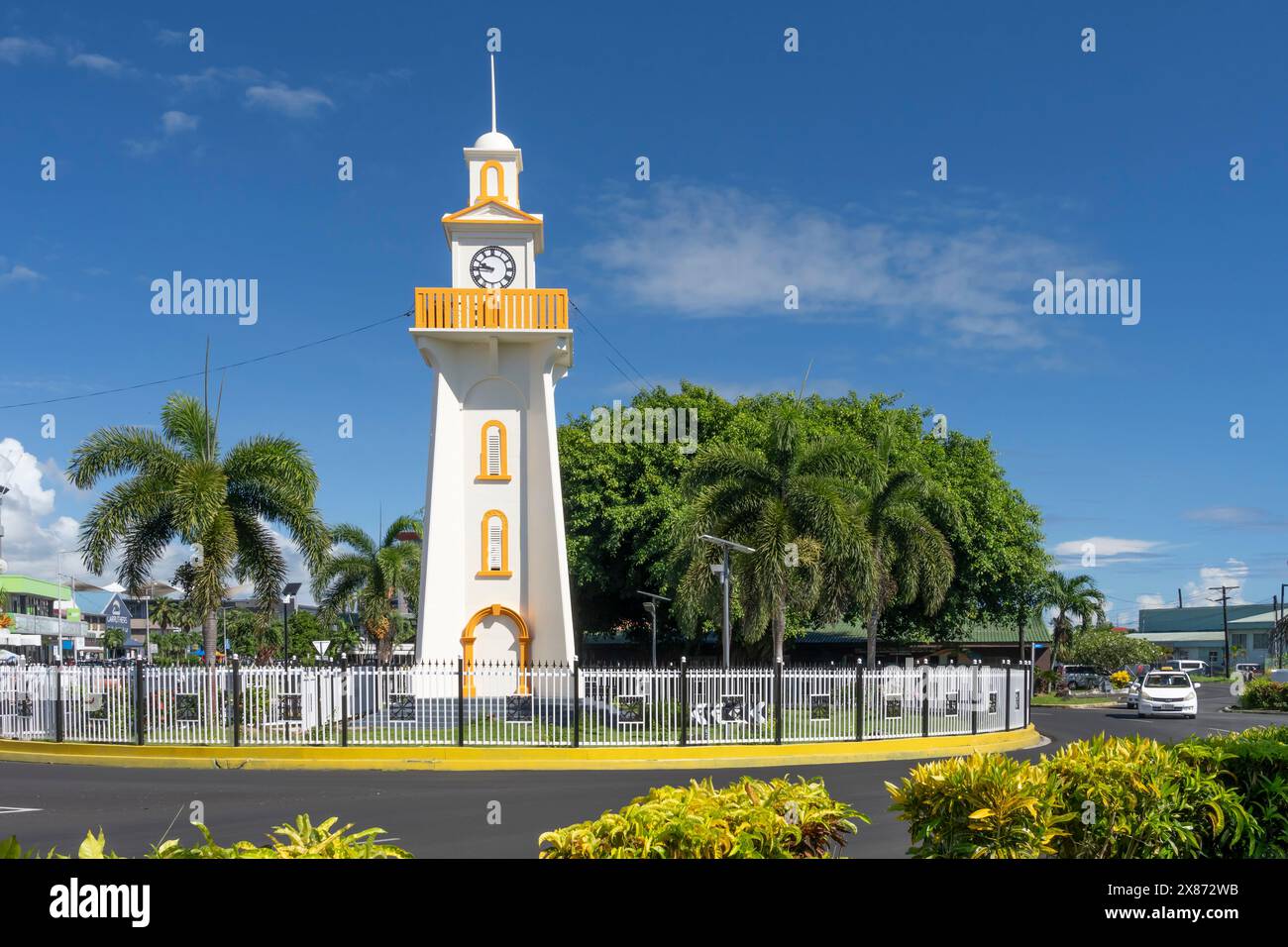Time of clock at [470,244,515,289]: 9:45
